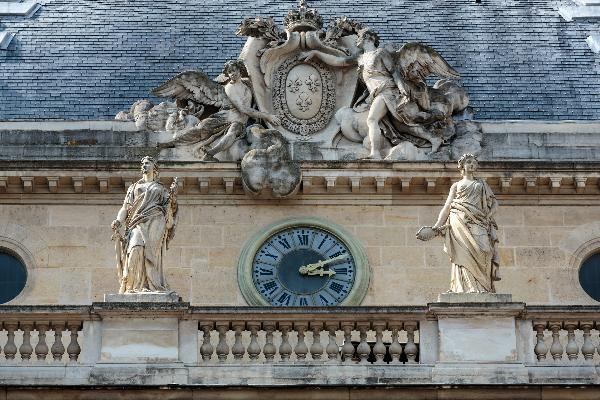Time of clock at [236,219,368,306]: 3:10
